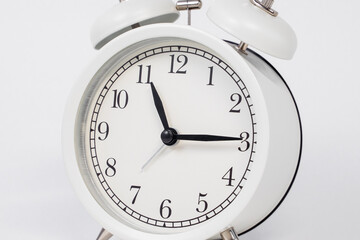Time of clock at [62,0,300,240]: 11:14
